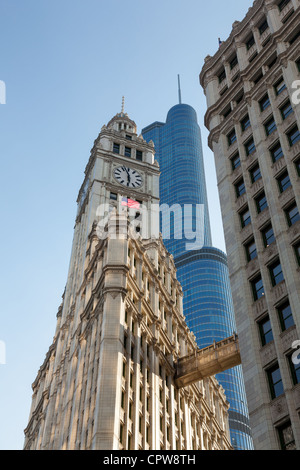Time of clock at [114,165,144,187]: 5:57
